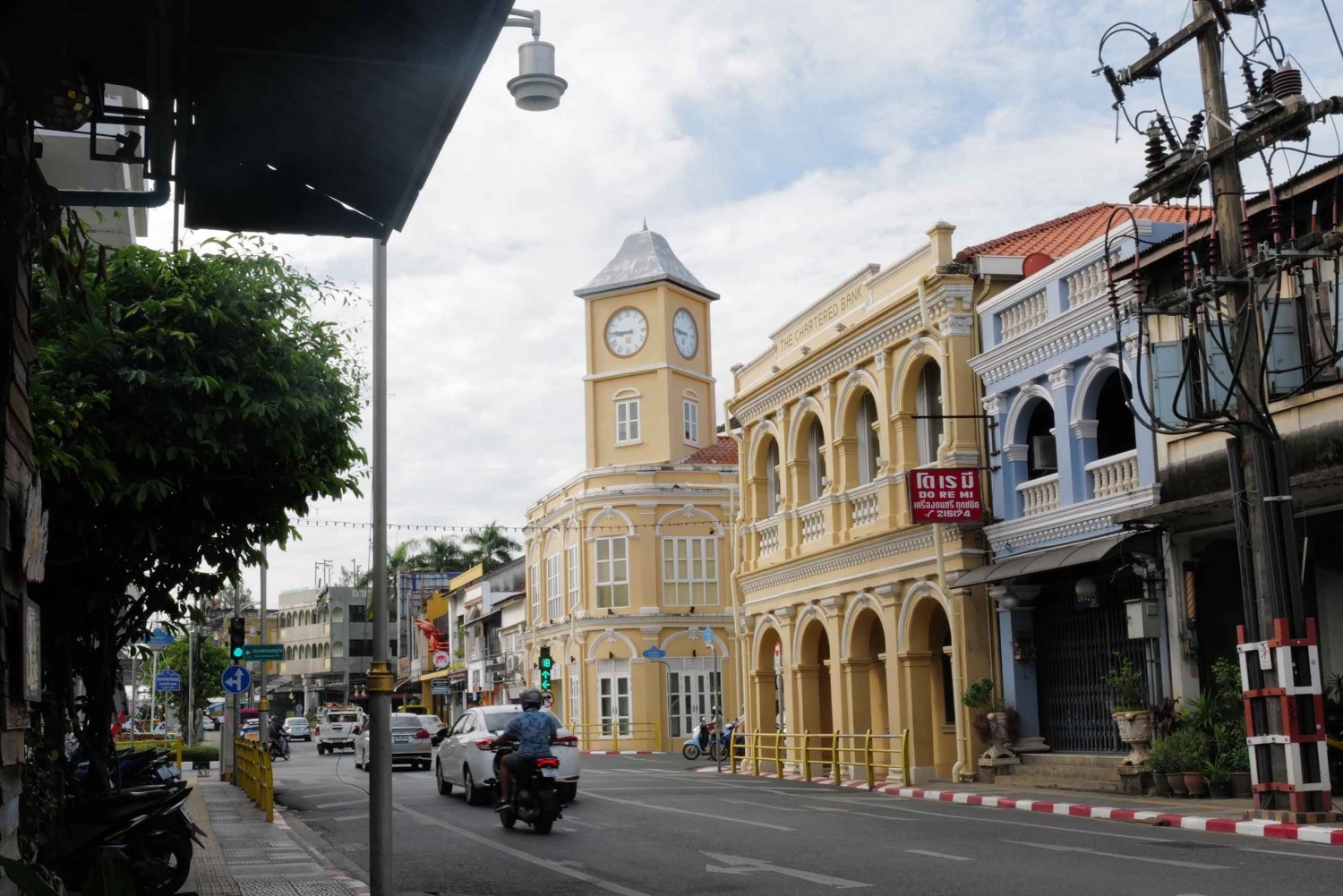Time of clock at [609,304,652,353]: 8:45
